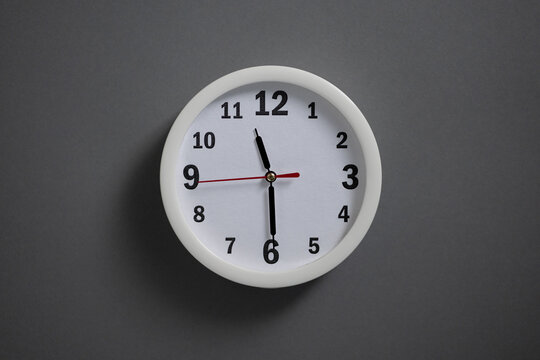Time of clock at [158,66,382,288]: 11:29
